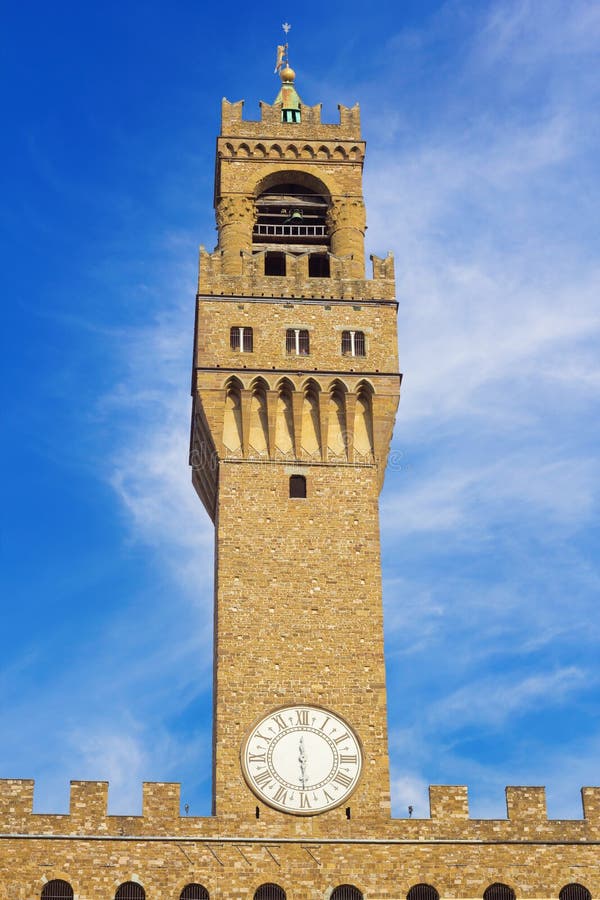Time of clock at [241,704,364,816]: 5:59
